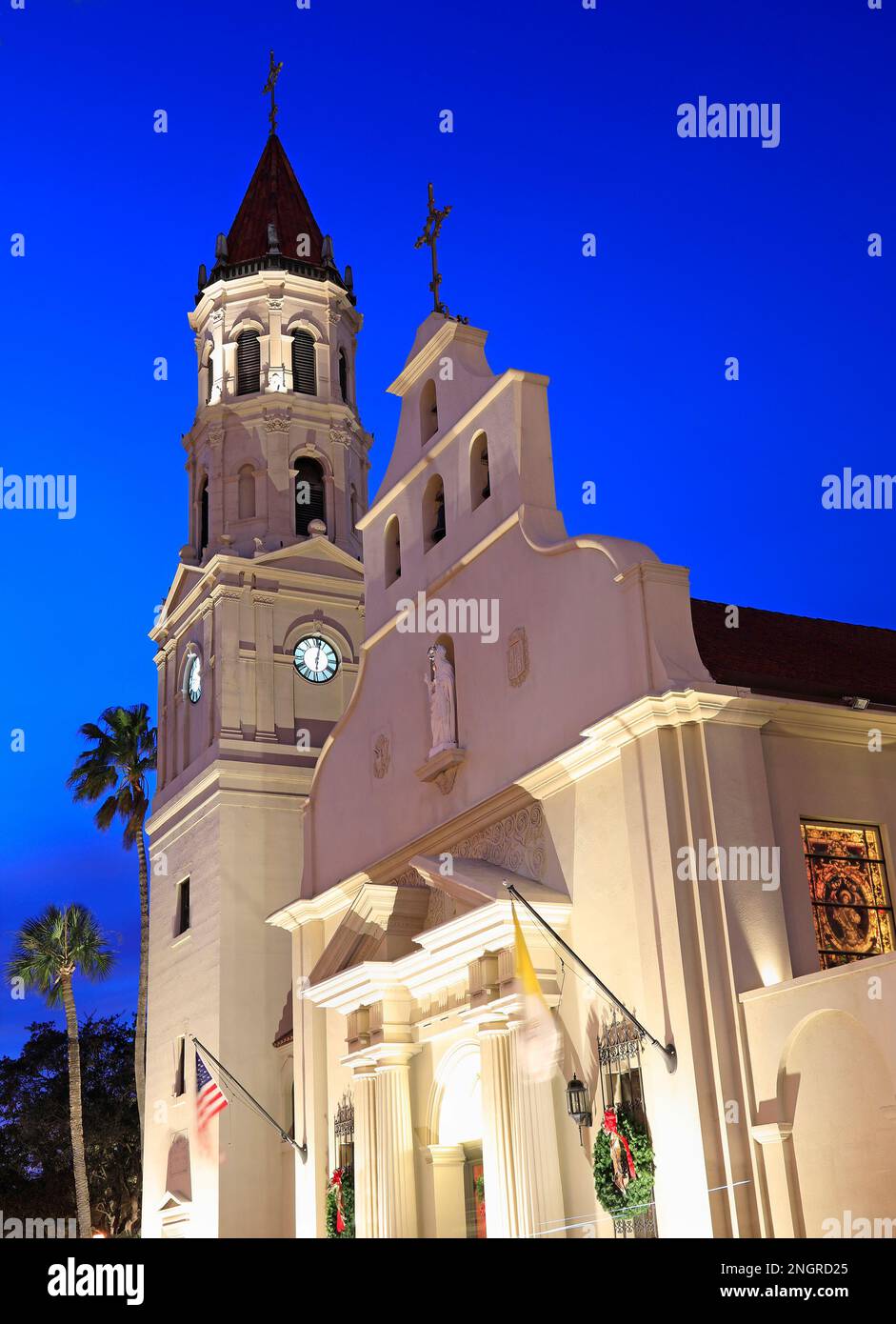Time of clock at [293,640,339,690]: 6:02
